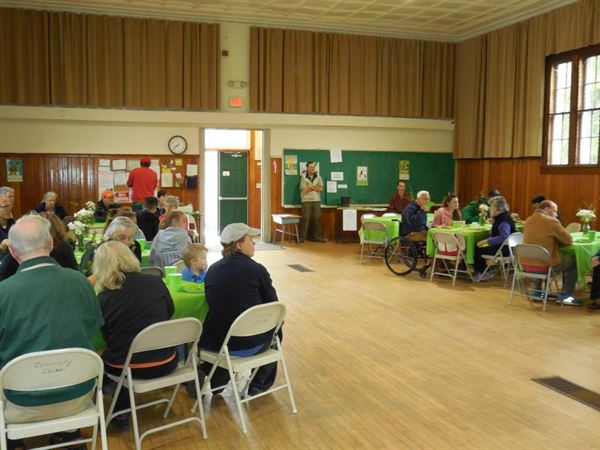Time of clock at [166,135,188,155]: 7:37
